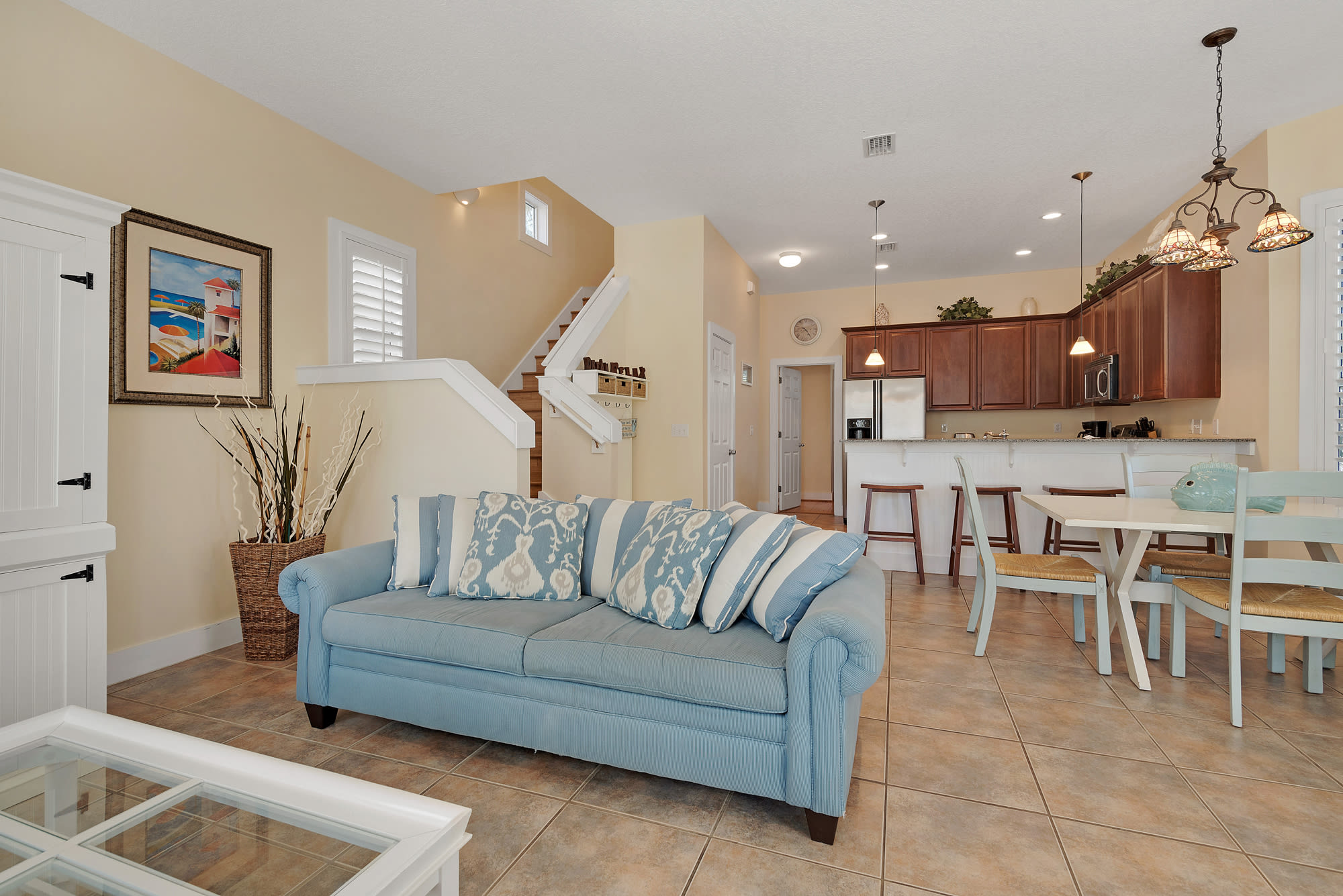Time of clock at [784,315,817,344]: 10:24
